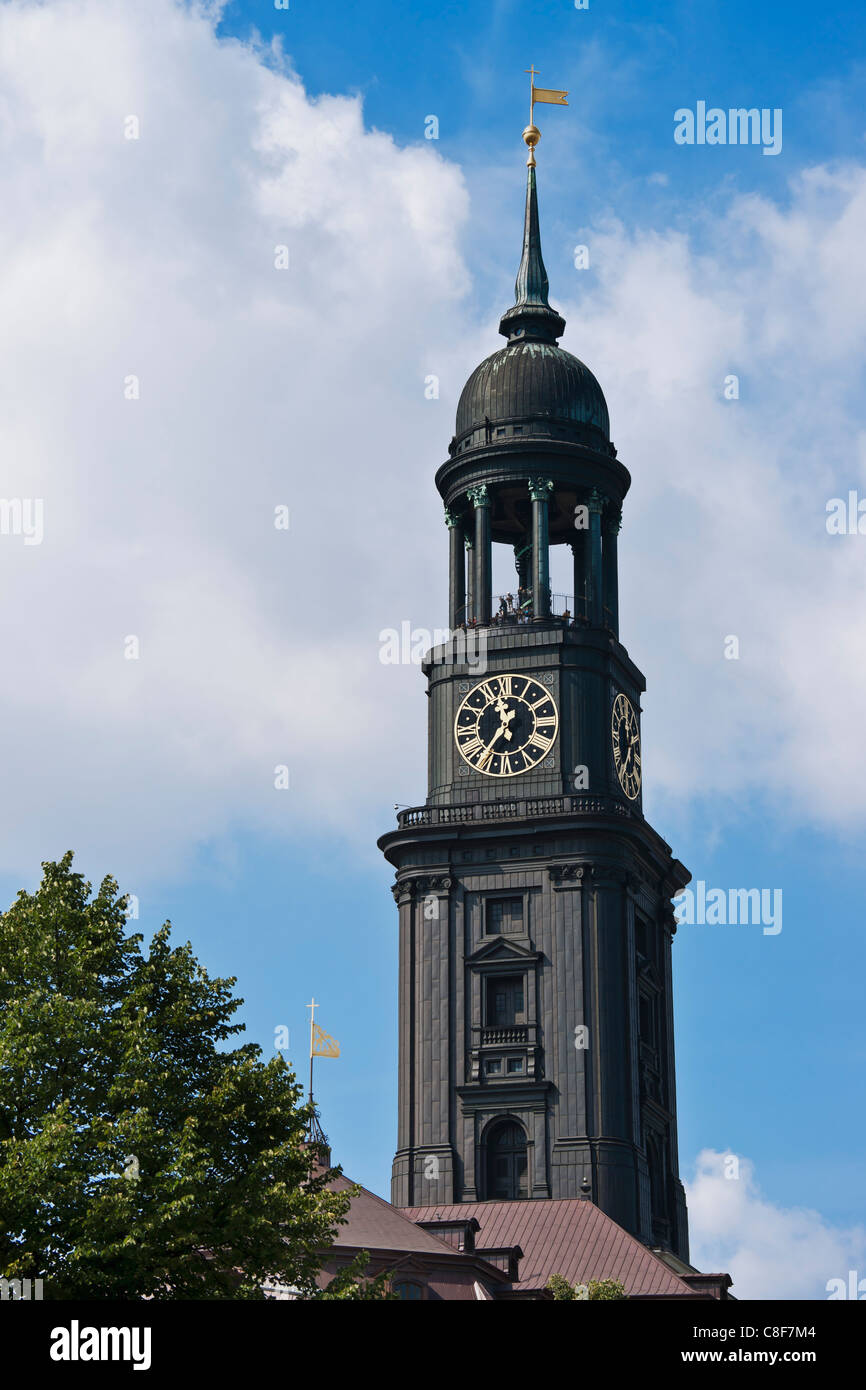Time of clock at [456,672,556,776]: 11:36
